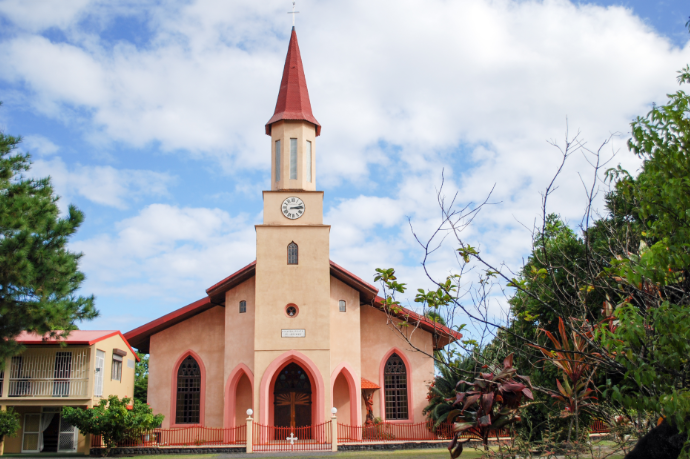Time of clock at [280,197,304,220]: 3:13
